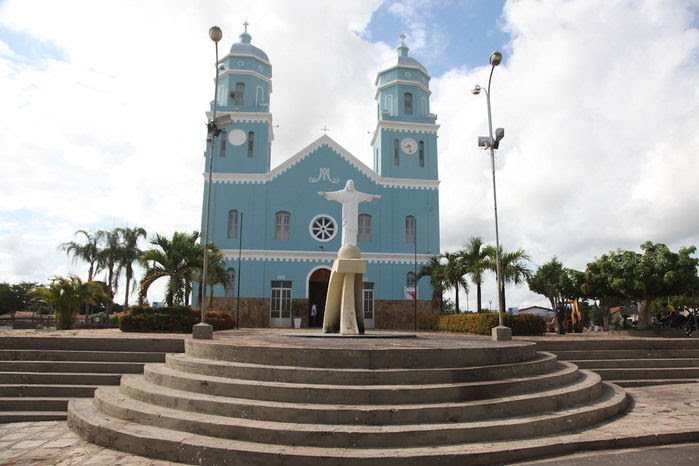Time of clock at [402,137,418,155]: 8:27
